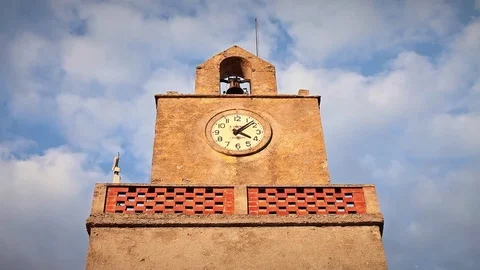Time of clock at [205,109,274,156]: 4:07
